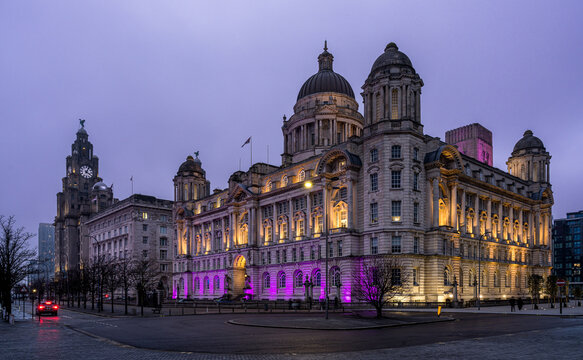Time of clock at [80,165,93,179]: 4:04
